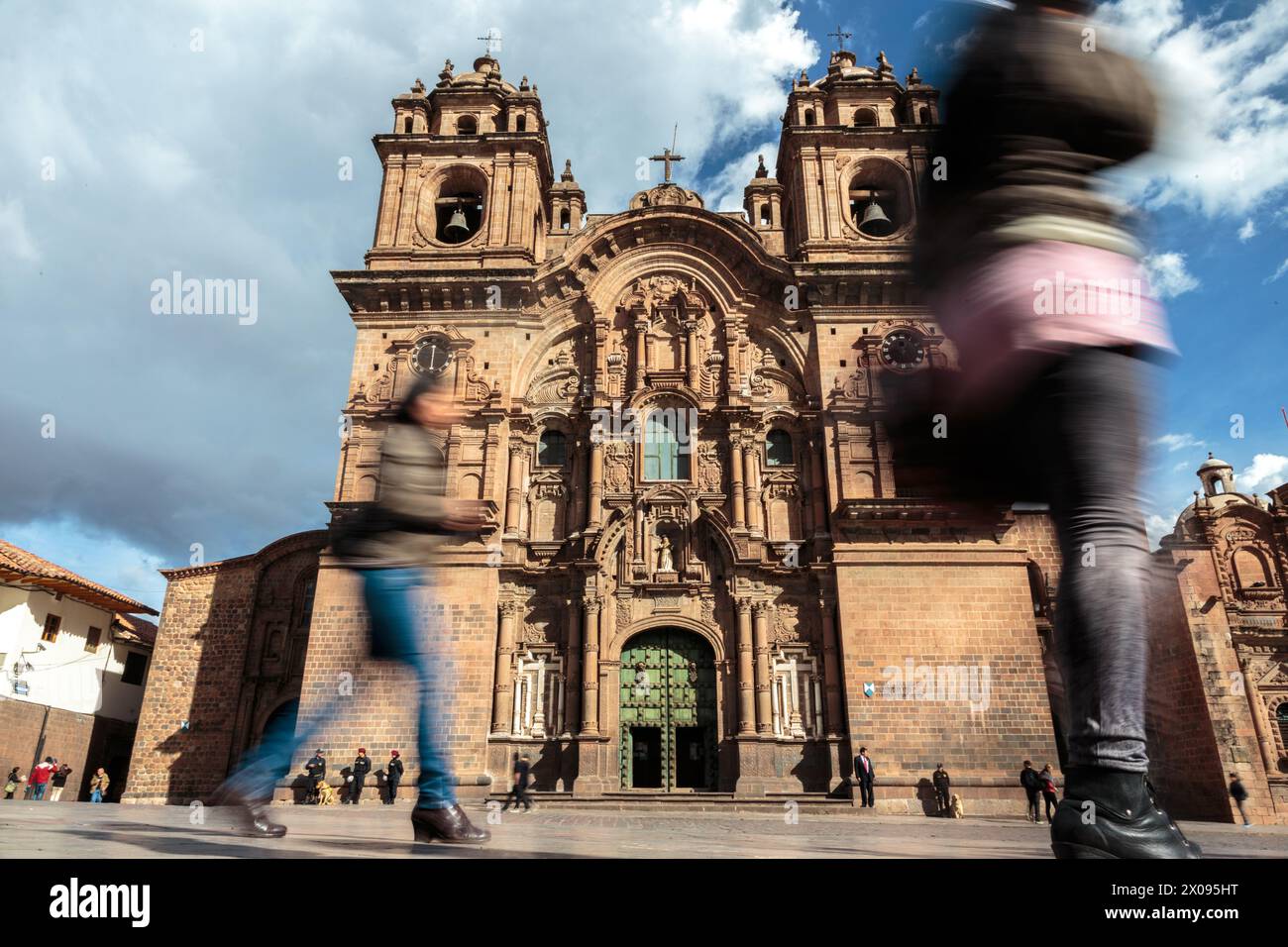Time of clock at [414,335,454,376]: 6:00
